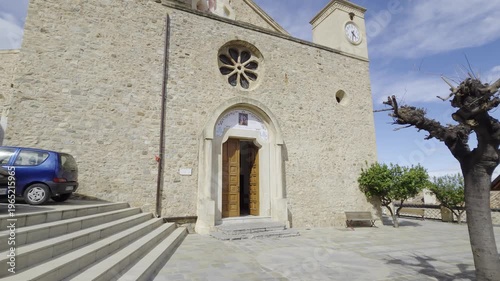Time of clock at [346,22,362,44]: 4:31
